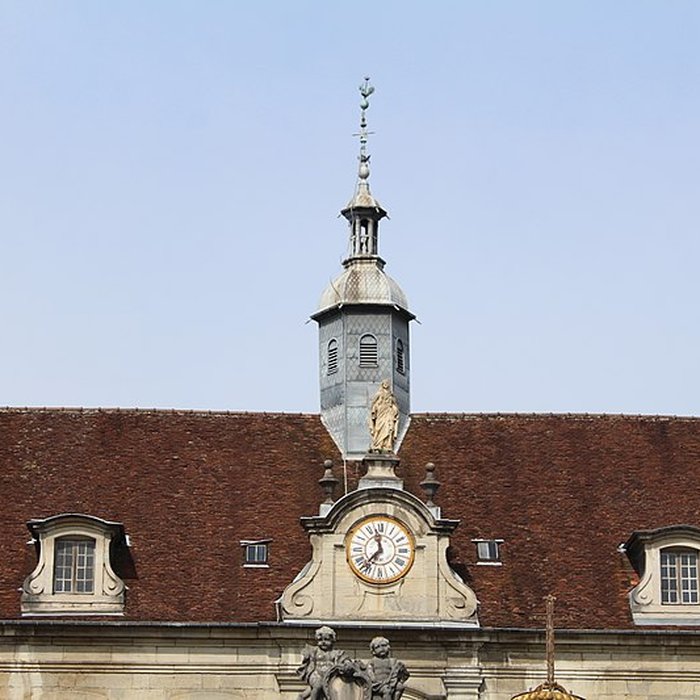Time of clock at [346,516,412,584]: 11:36
